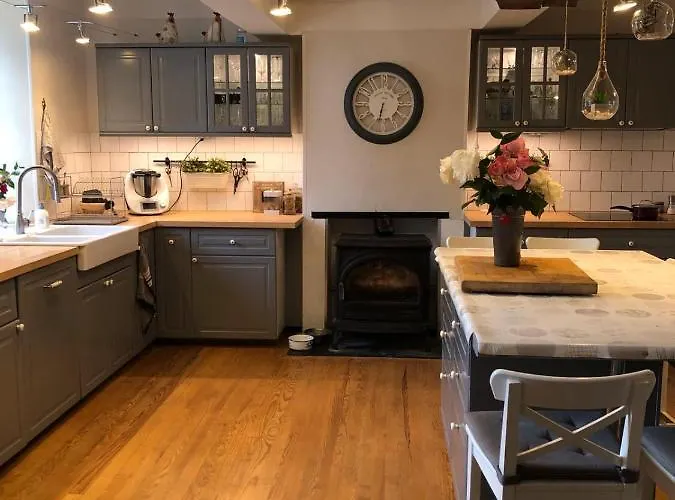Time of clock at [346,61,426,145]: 6:32
